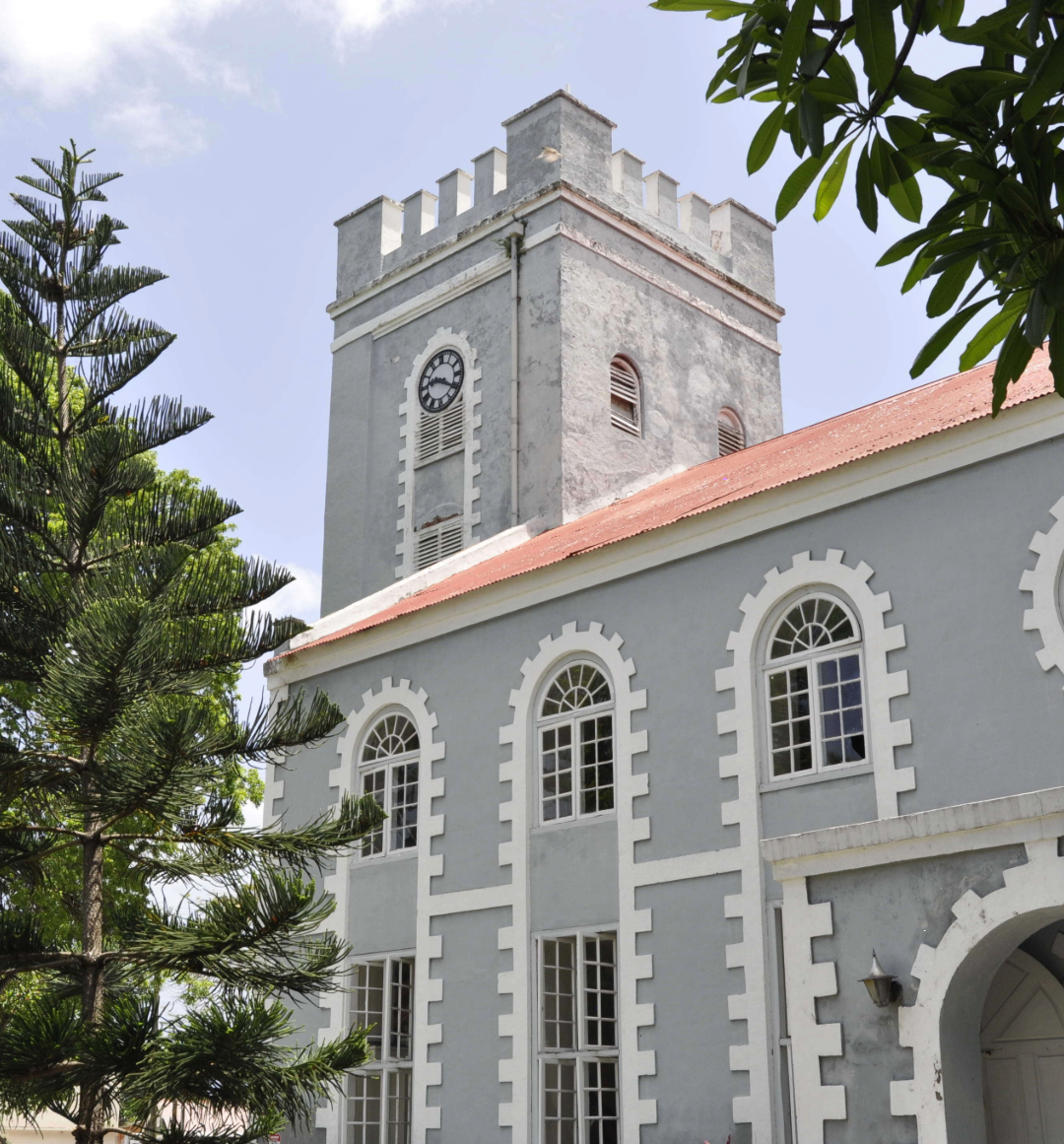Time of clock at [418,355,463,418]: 9:20
